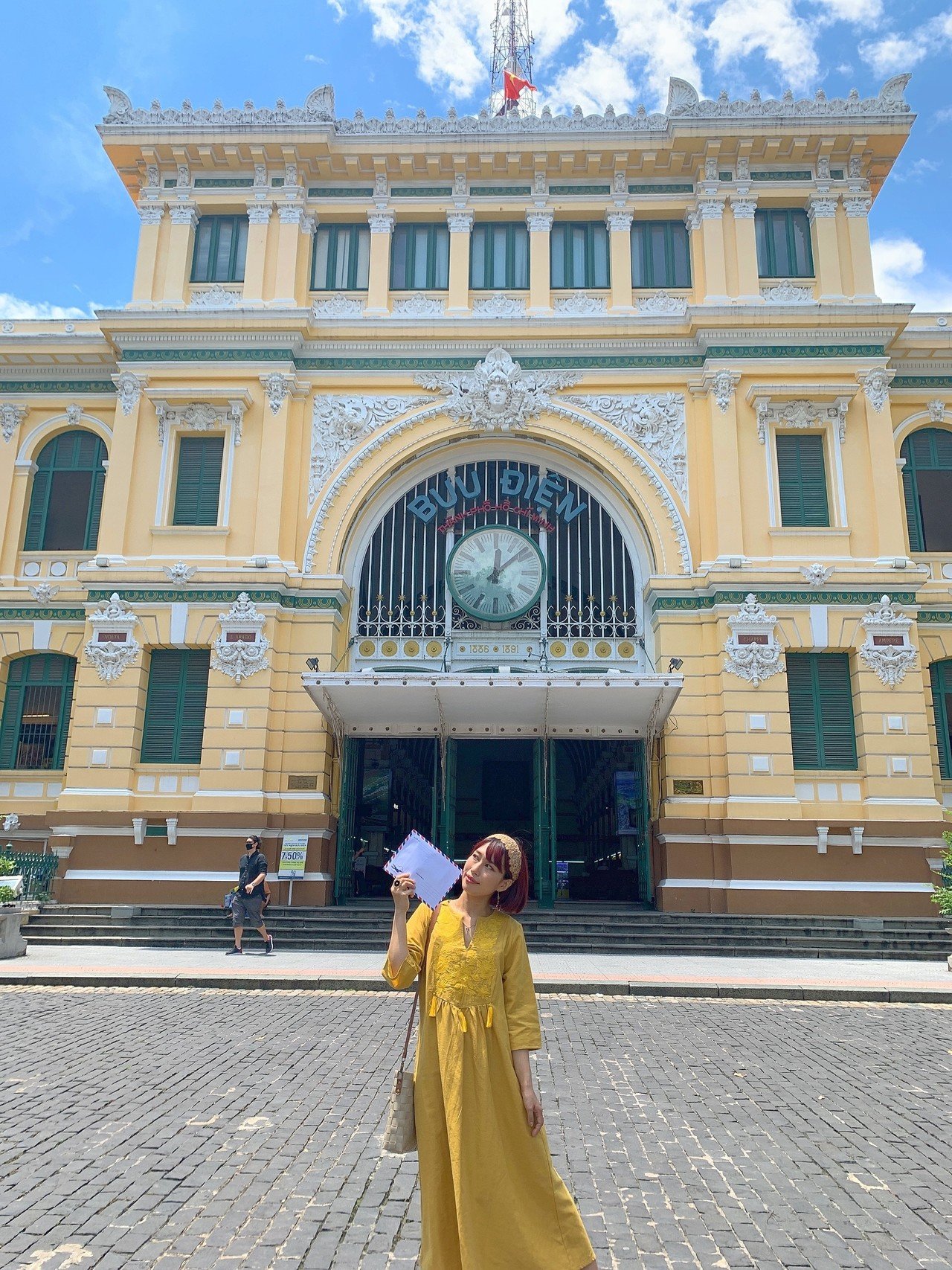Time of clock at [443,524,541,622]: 12:07
